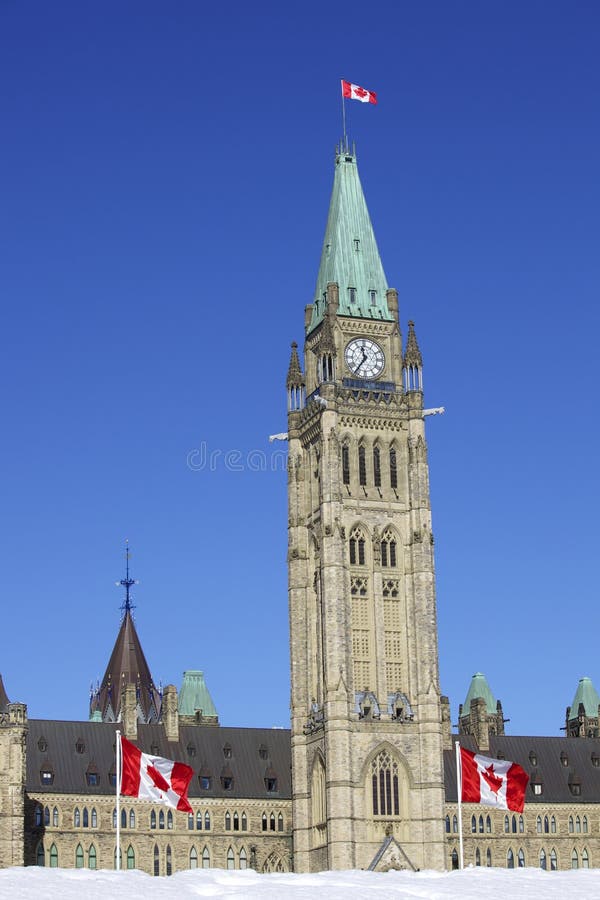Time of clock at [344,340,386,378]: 11:36
